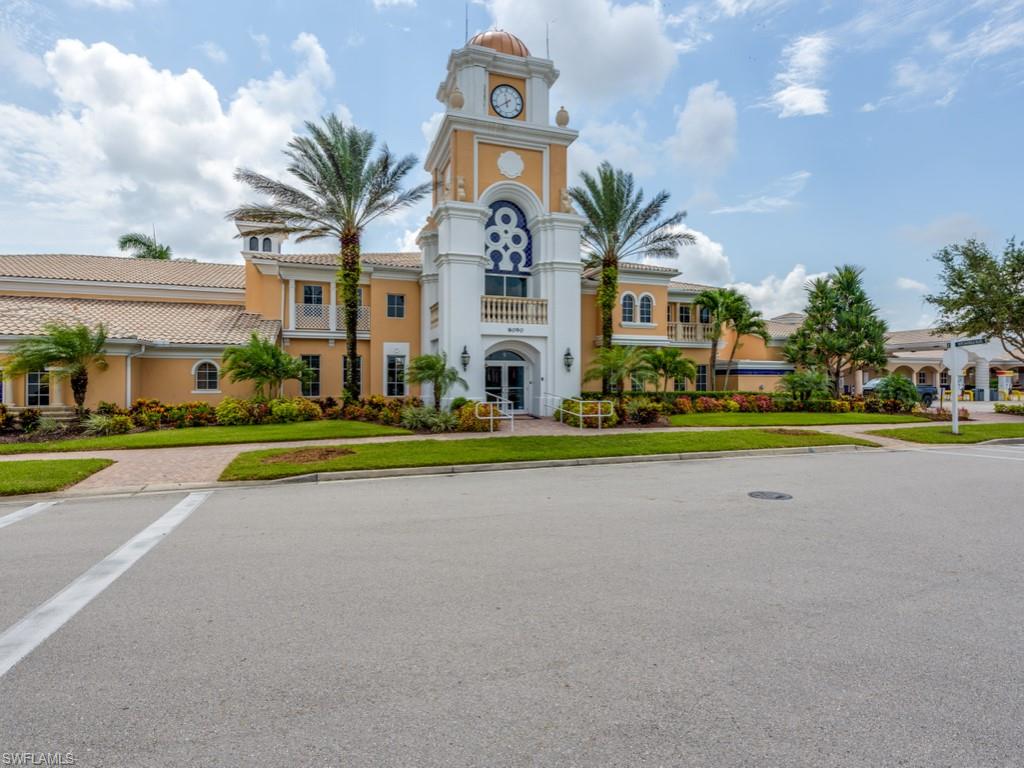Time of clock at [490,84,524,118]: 11:39
